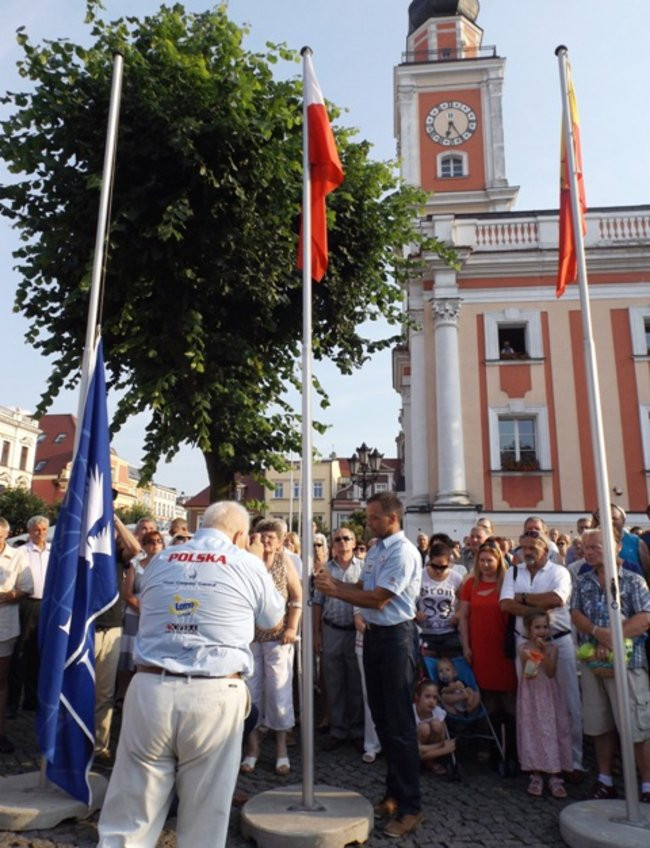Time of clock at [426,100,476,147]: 6:23
